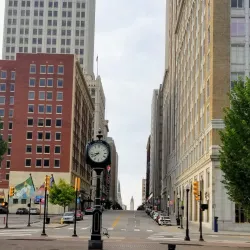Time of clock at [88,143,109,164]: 7:42
